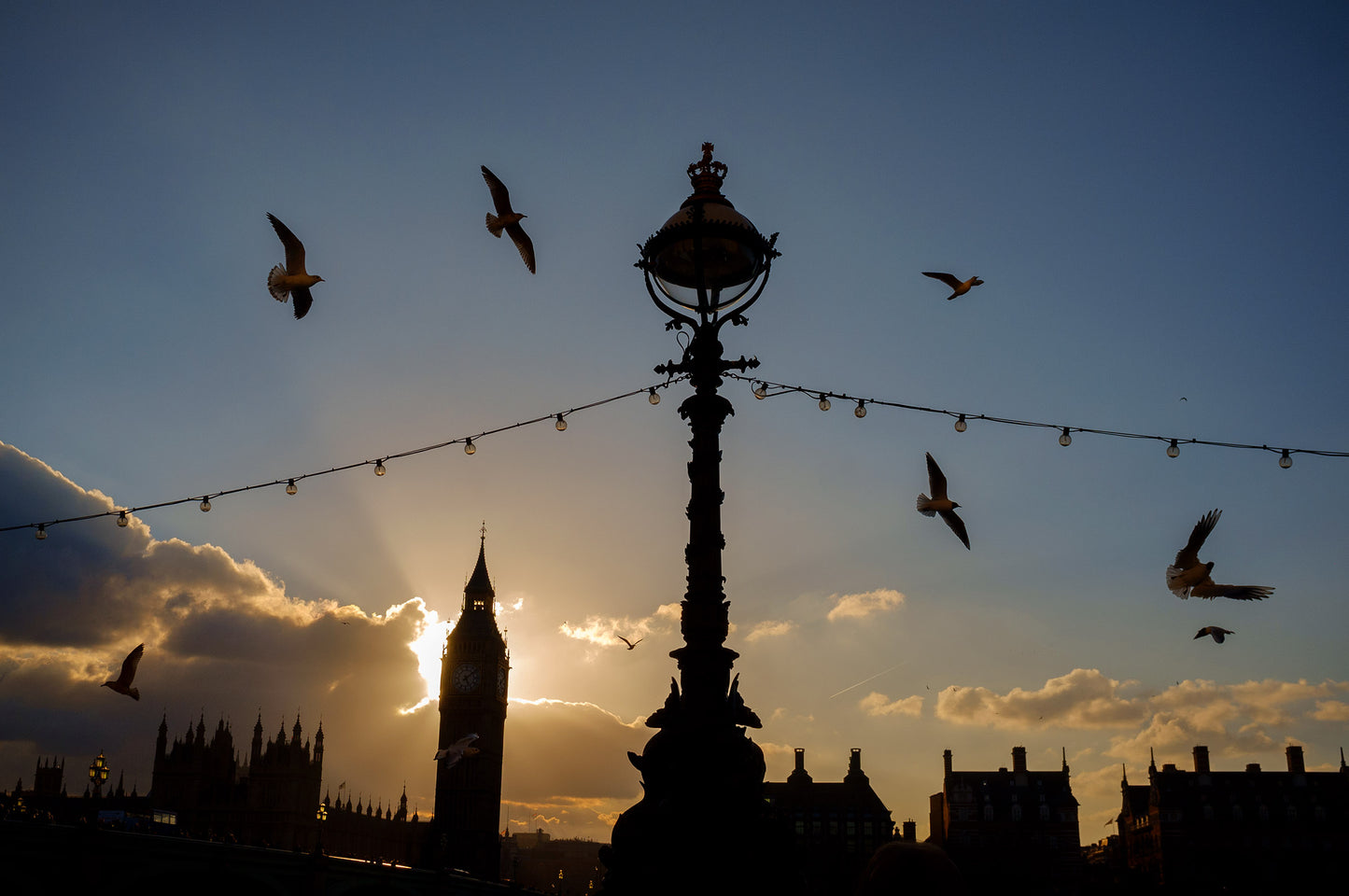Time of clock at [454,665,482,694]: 5:08
